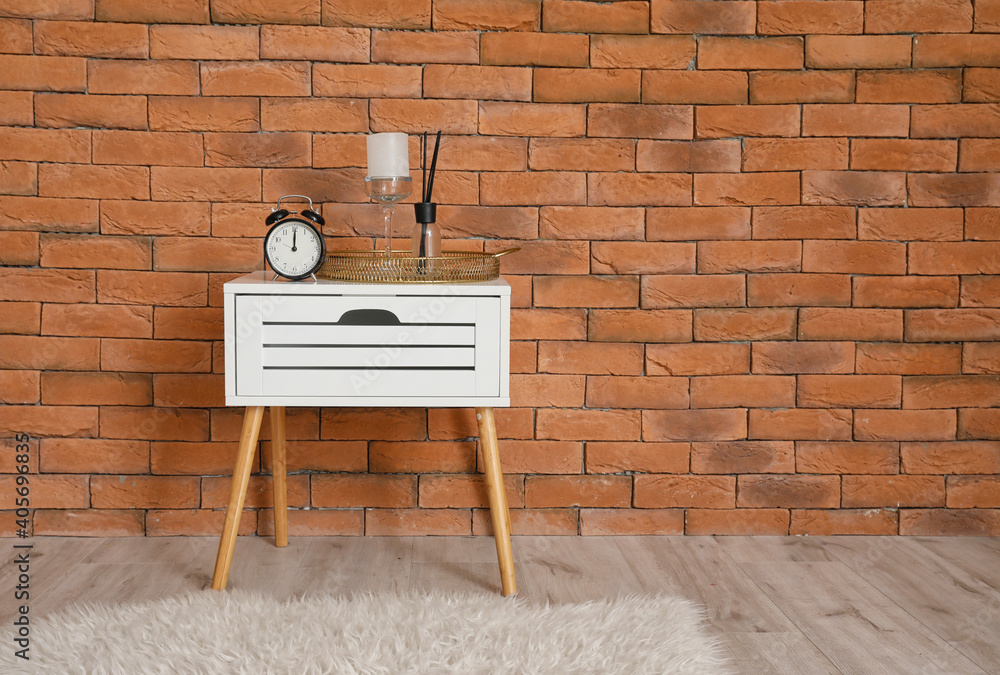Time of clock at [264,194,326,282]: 12:00
